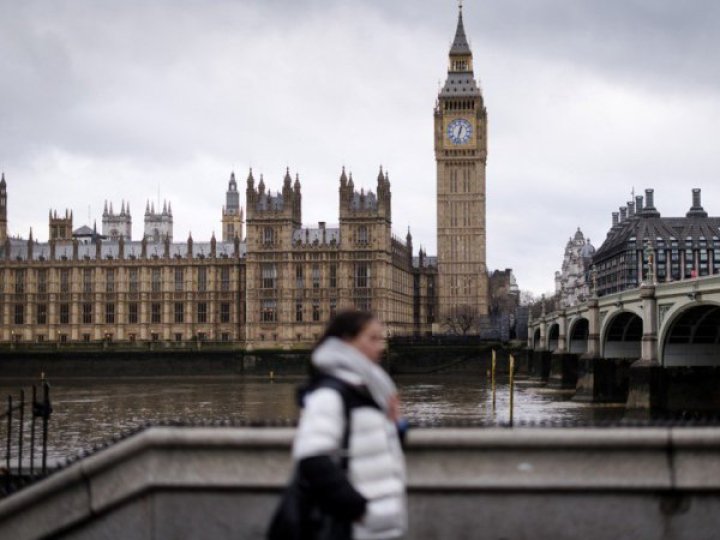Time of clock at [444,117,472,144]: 12:32
